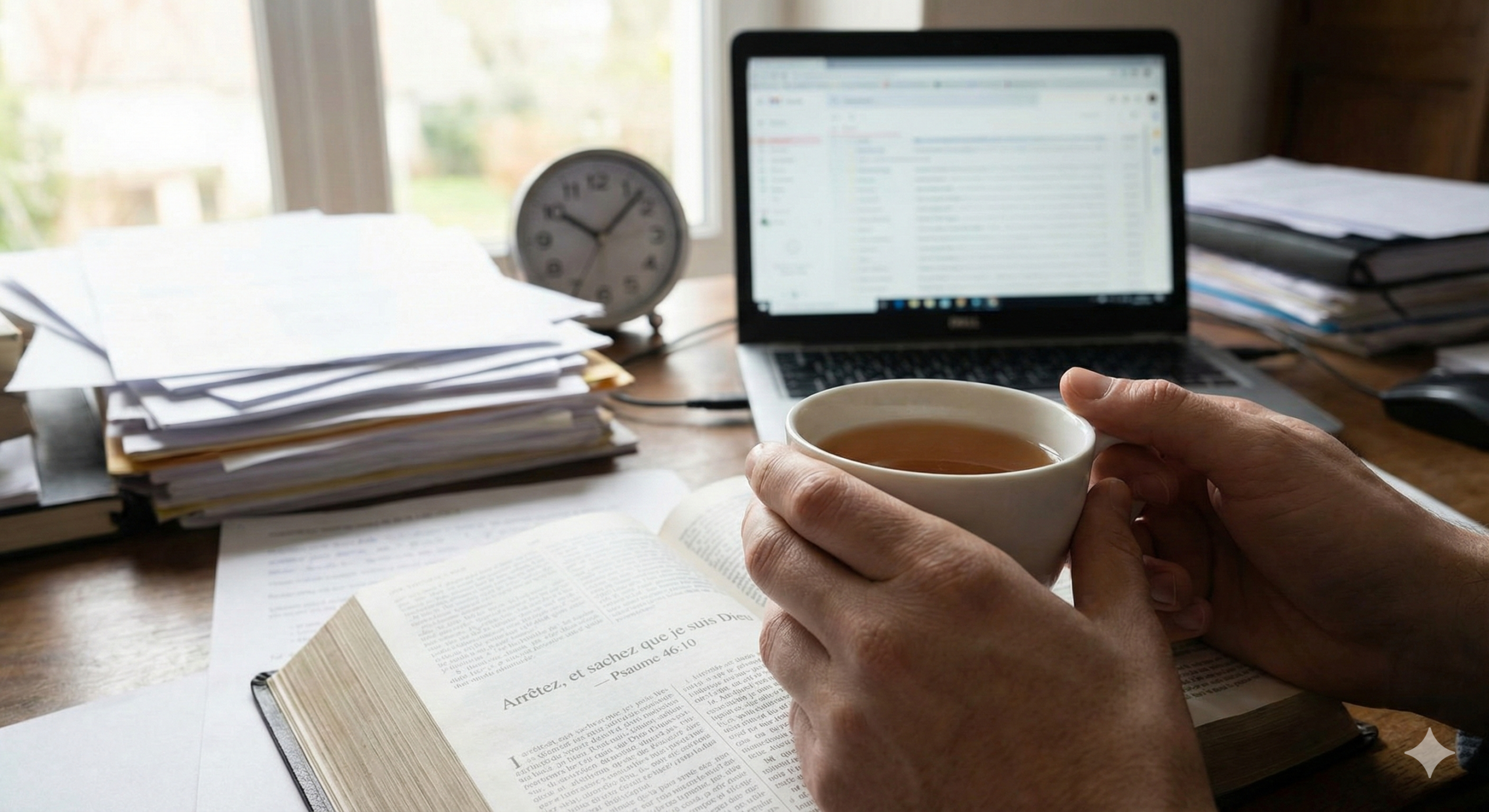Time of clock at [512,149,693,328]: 10:07
